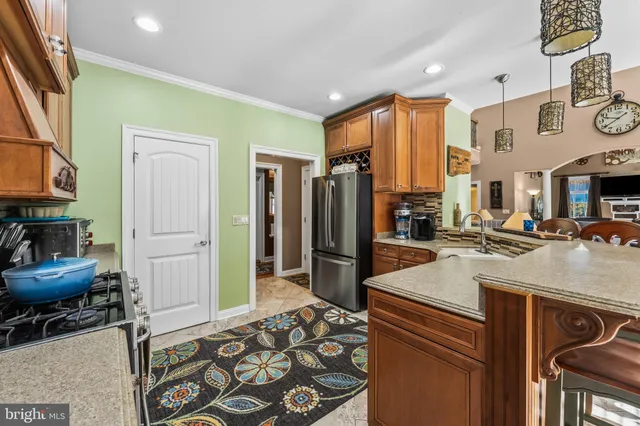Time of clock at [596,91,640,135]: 9:39
